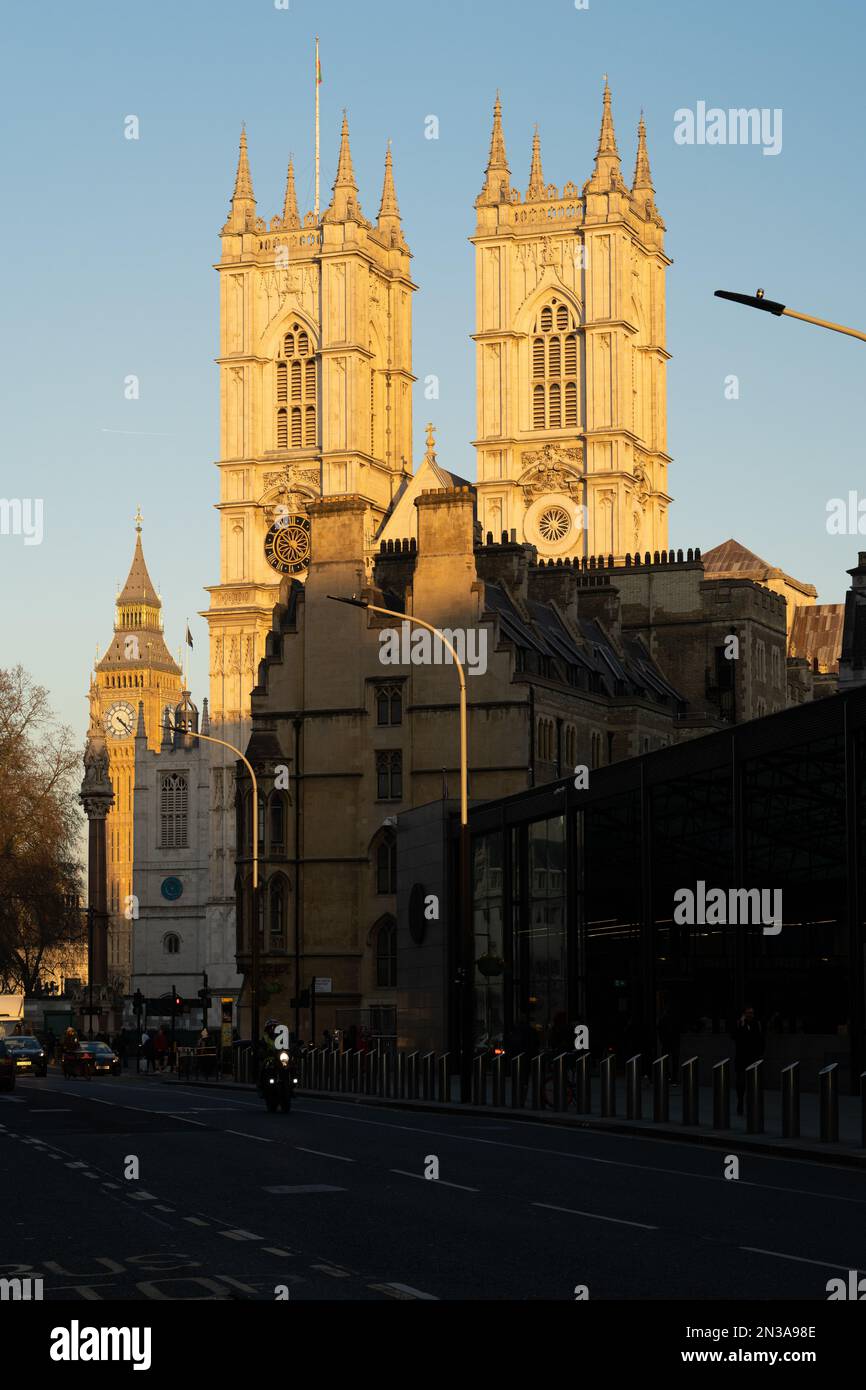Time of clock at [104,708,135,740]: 4:22
